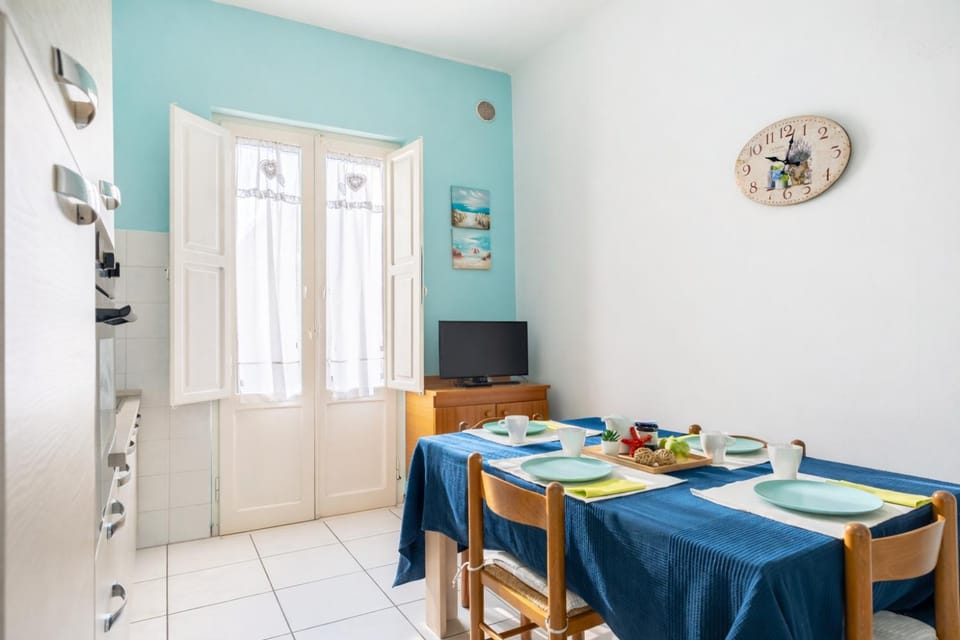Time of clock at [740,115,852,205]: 10:02
